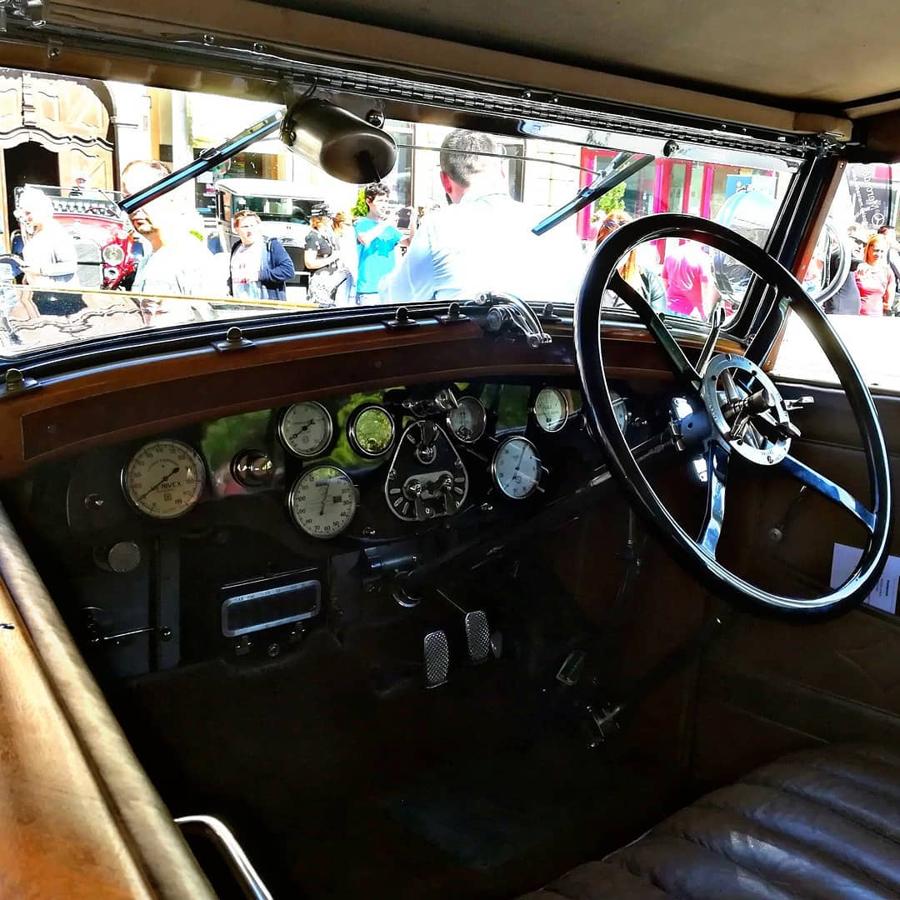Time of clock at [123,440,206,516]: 1:39
